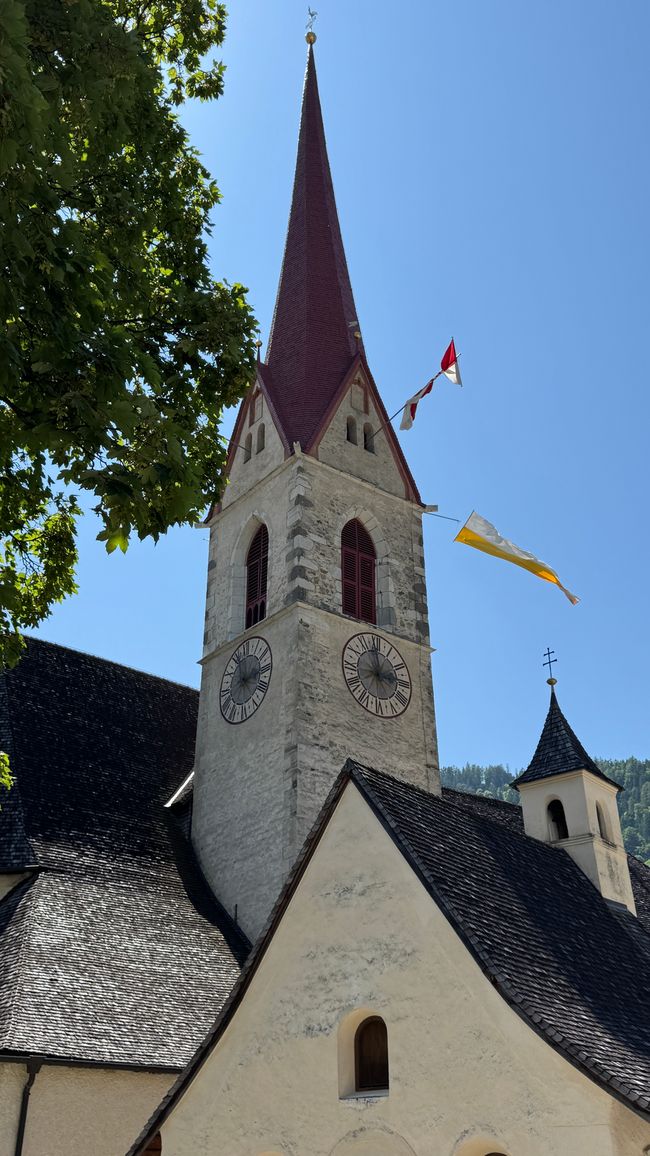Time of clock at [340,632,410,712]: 2:58
